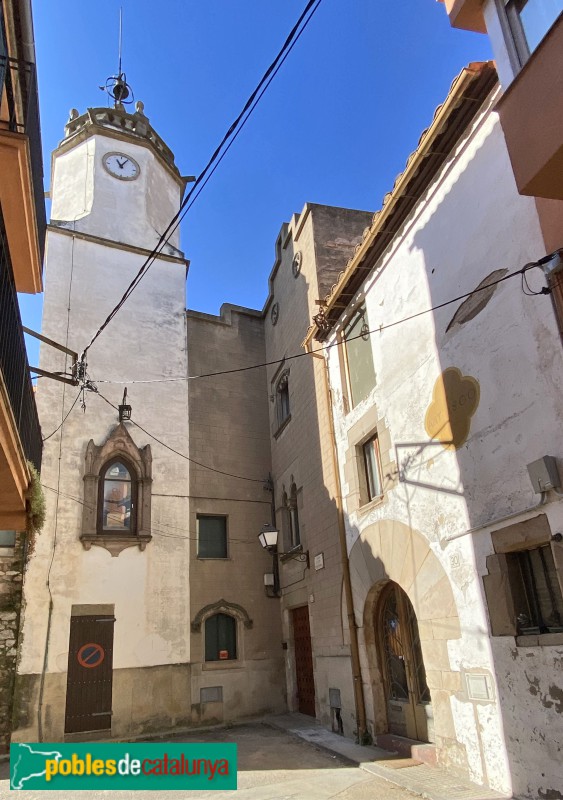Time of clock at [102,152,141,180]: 11:05
